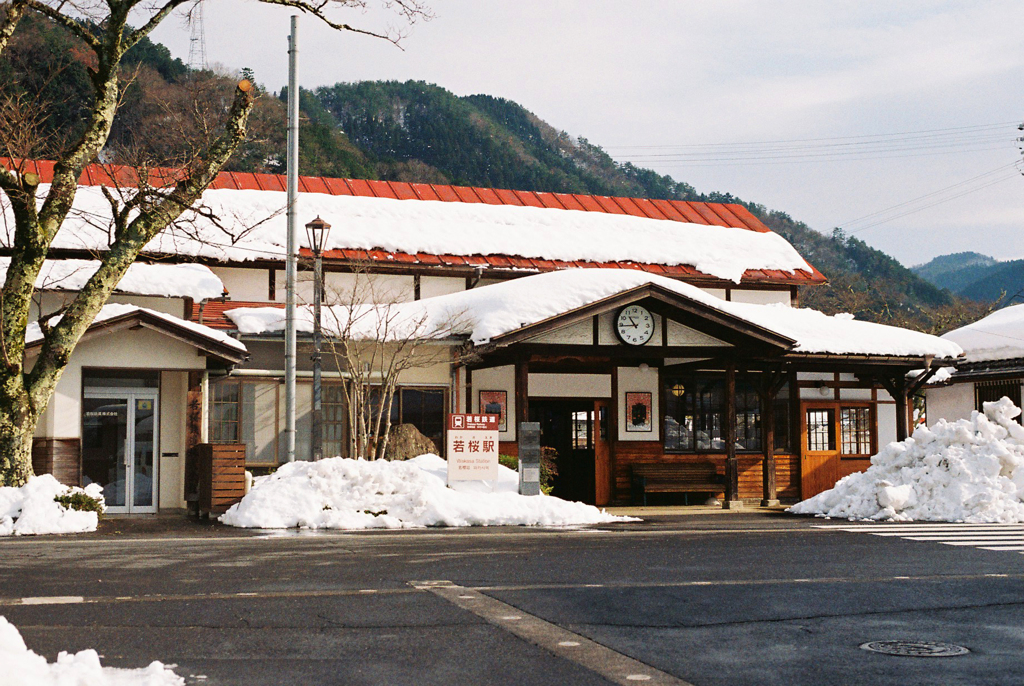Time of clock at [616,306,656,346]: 10:44
